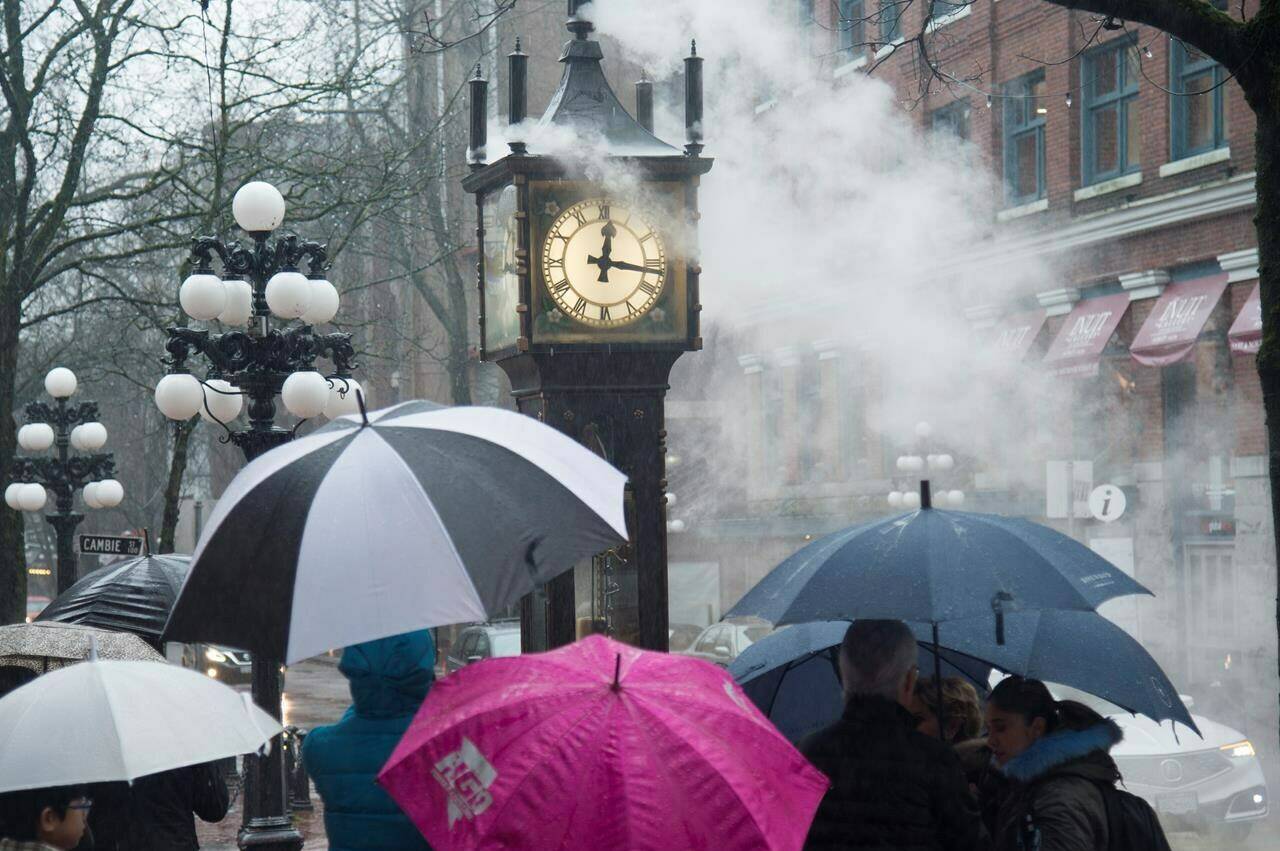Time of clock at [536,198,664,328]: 12:16
